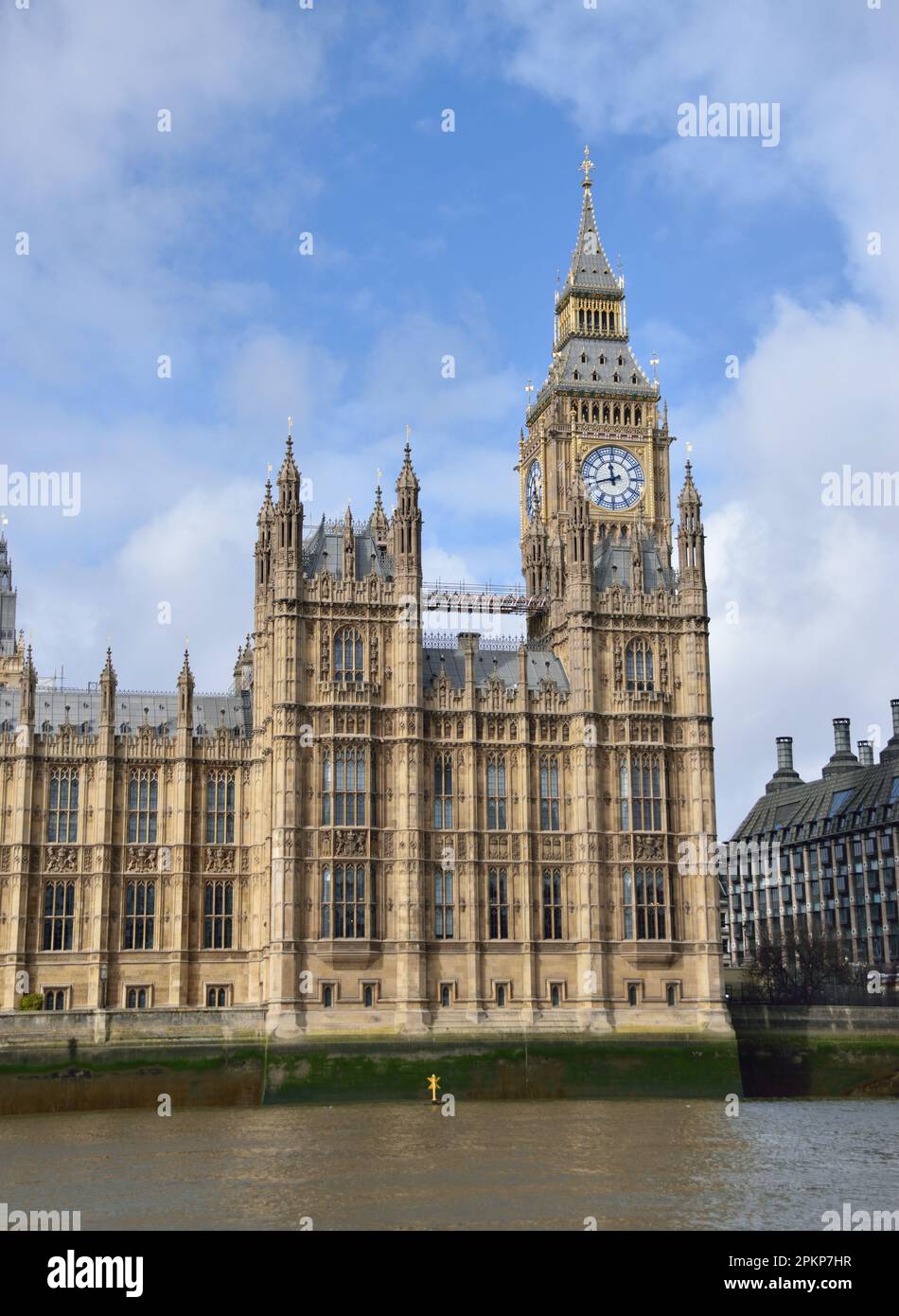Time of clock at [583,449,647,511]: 11:42
